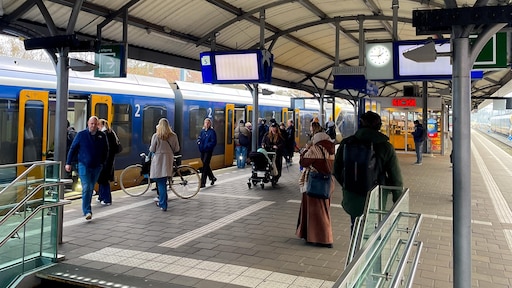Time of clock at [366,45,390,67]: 1:45
